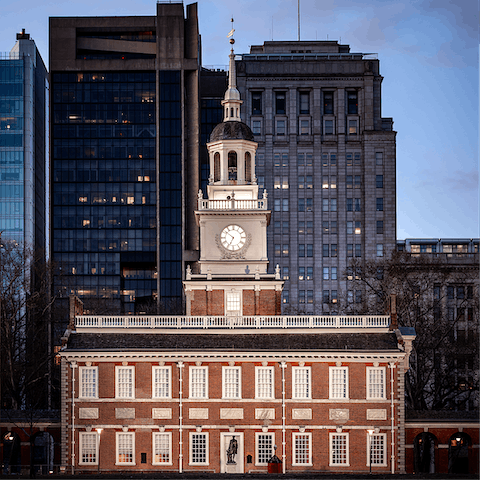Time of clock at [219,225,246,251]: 6:51
